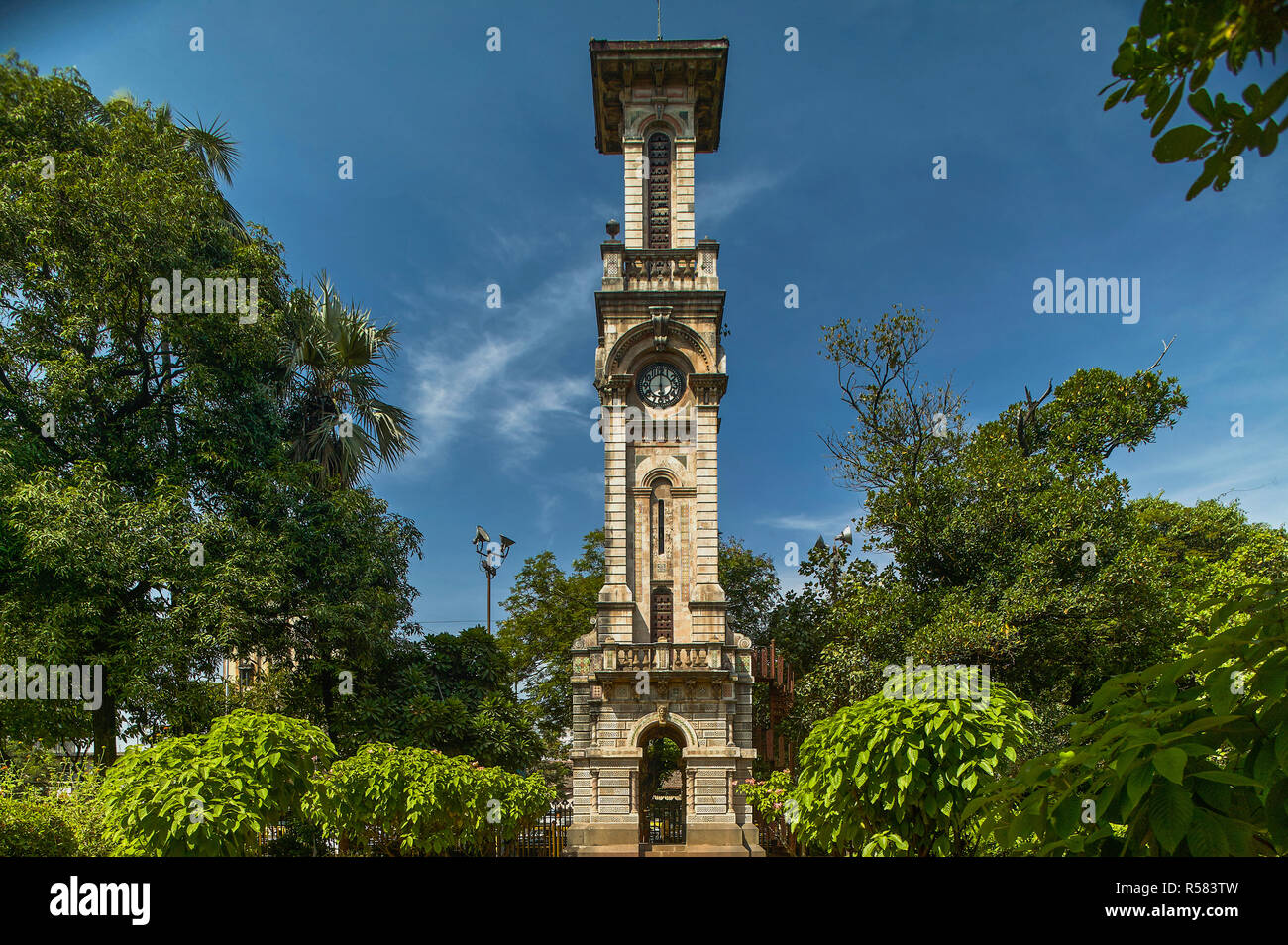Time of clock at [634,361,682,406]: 6:00
